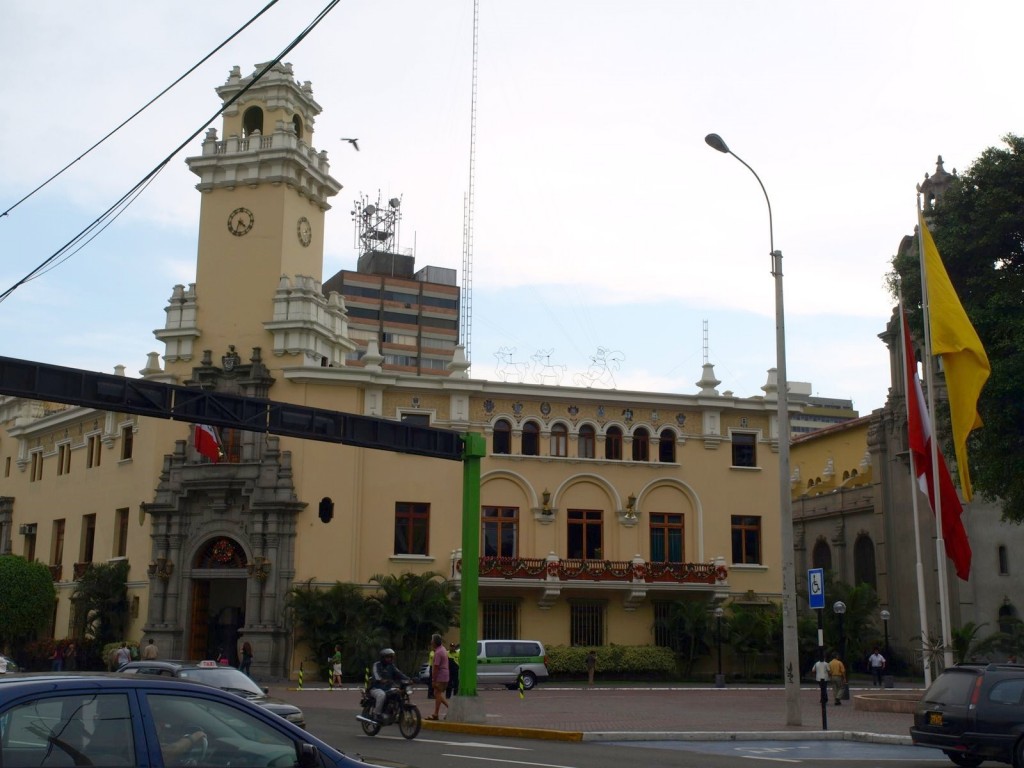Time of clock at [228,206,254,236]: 4:33
